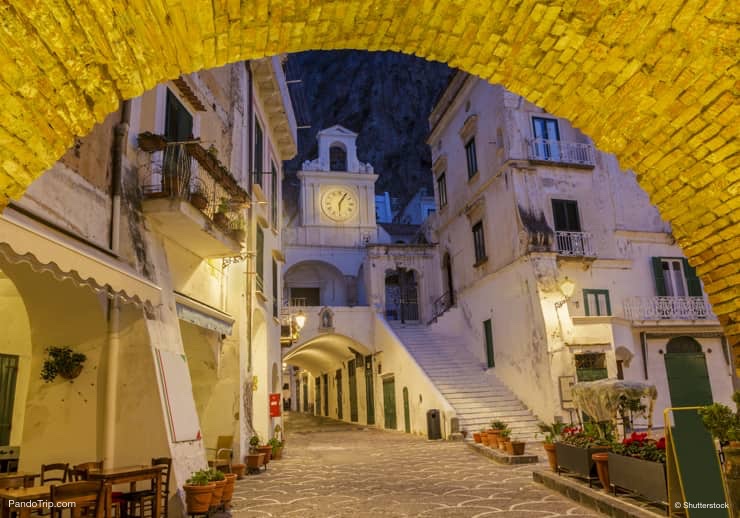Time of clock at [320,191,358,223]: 6:05
